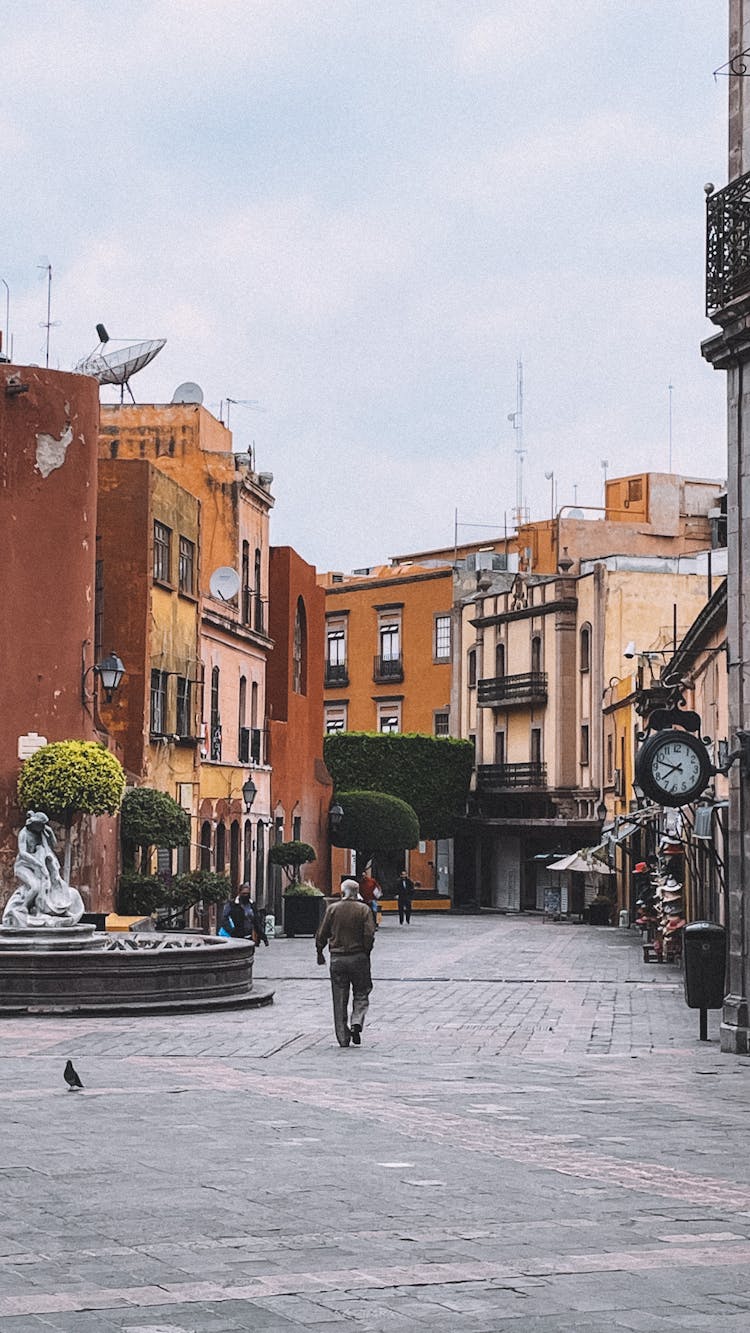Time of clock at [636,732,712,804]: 7:47
